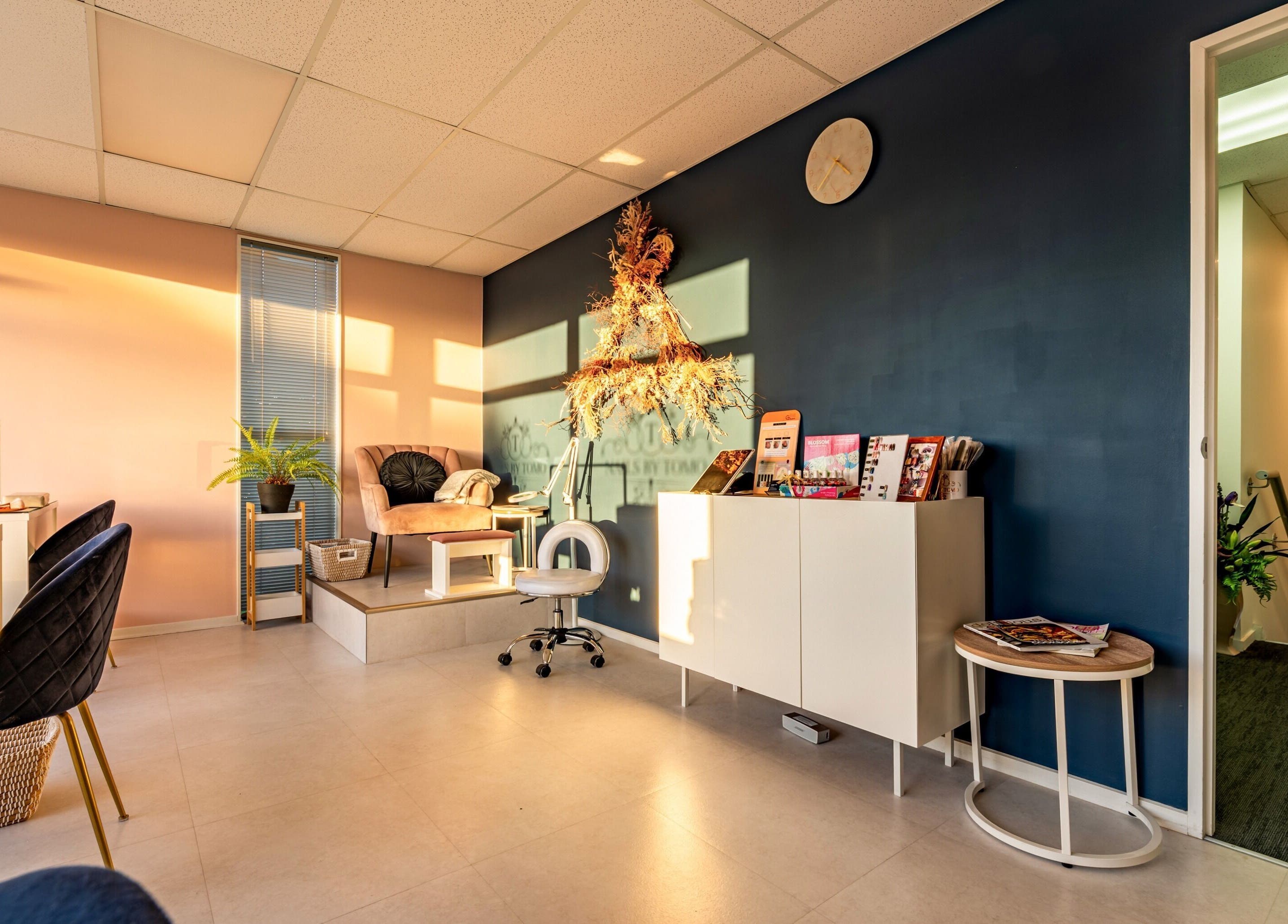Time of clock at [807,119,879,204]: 4:38
